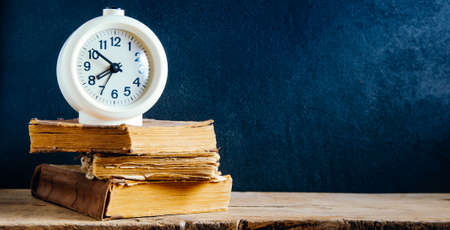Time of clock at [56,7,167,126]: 7:51
